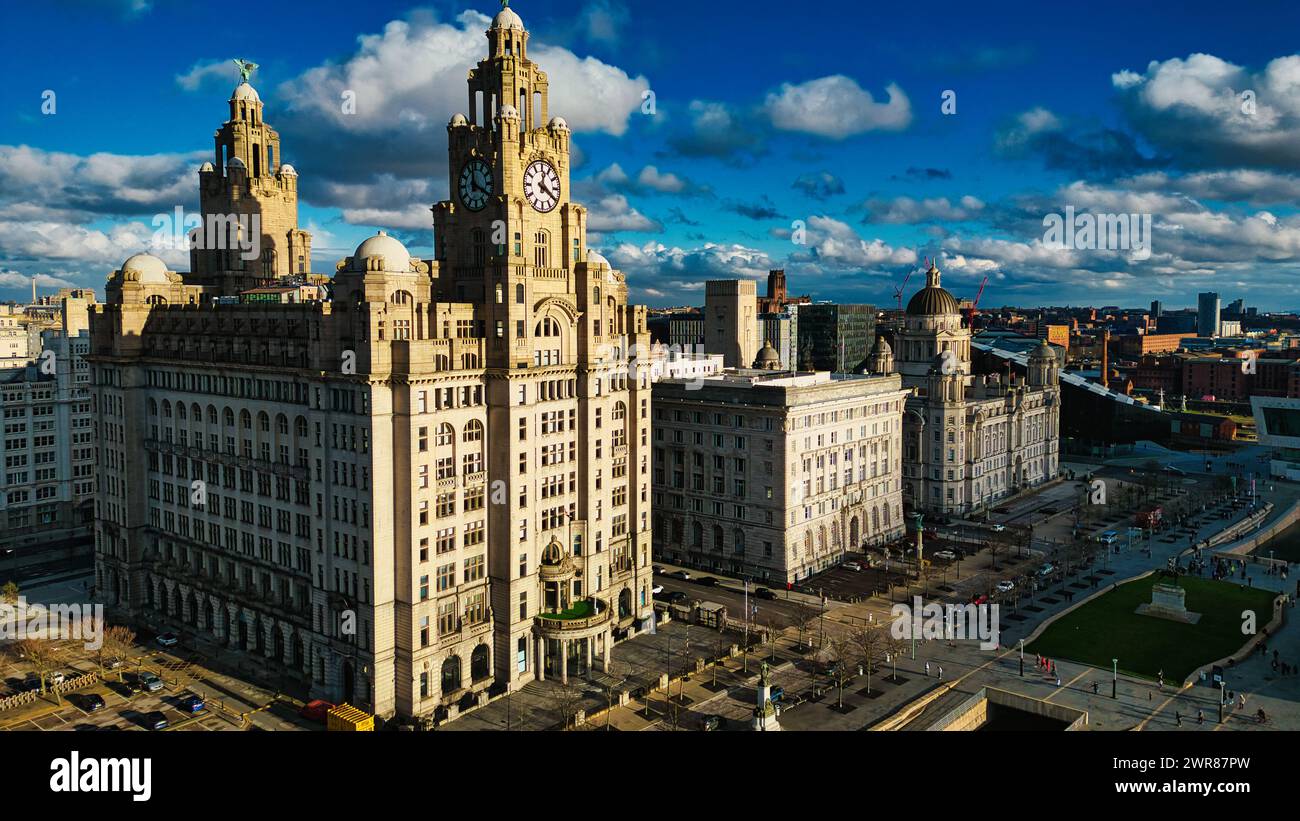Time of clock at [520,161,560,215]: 12:20
